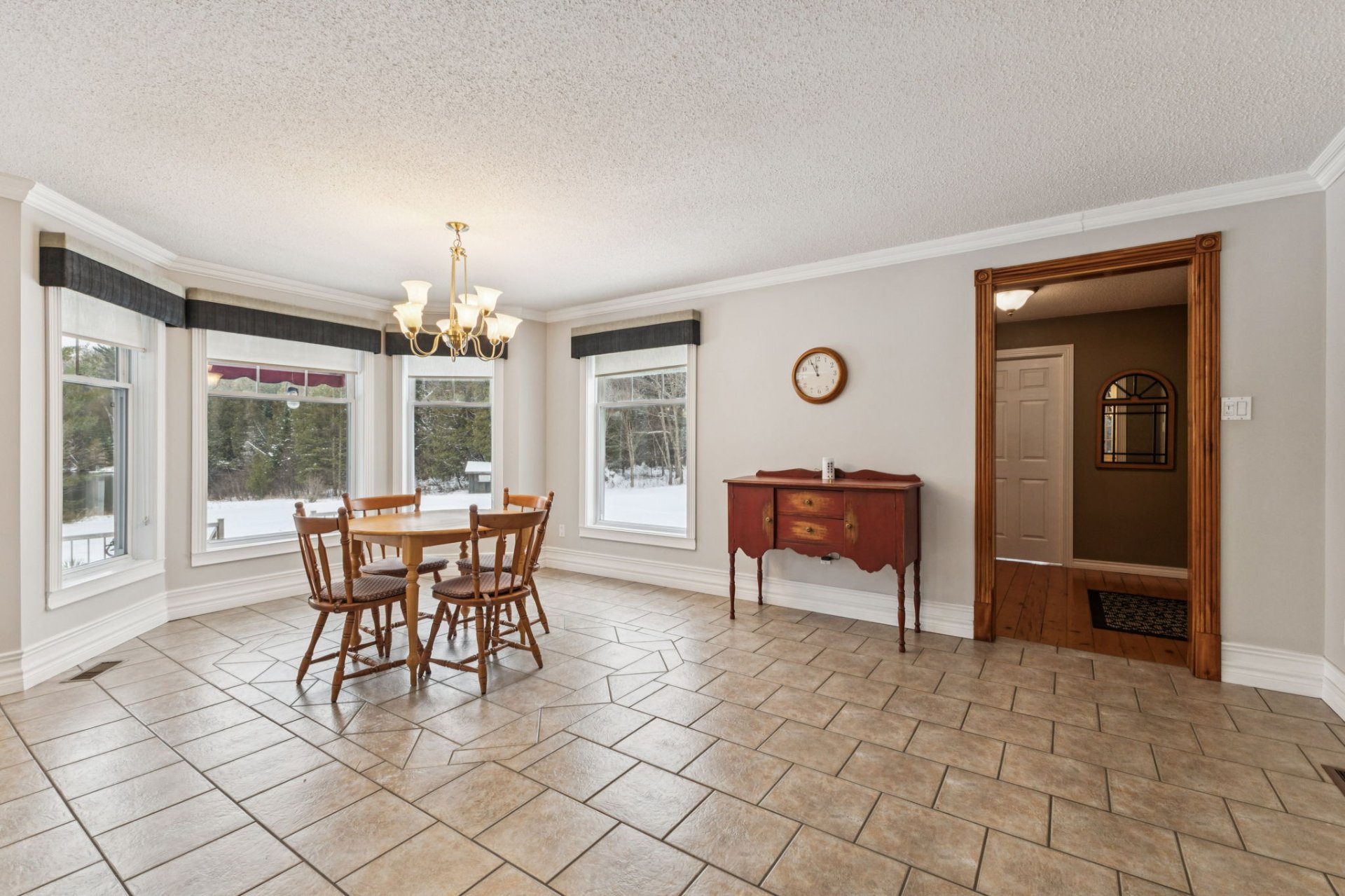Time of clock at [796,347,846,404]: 11:56
